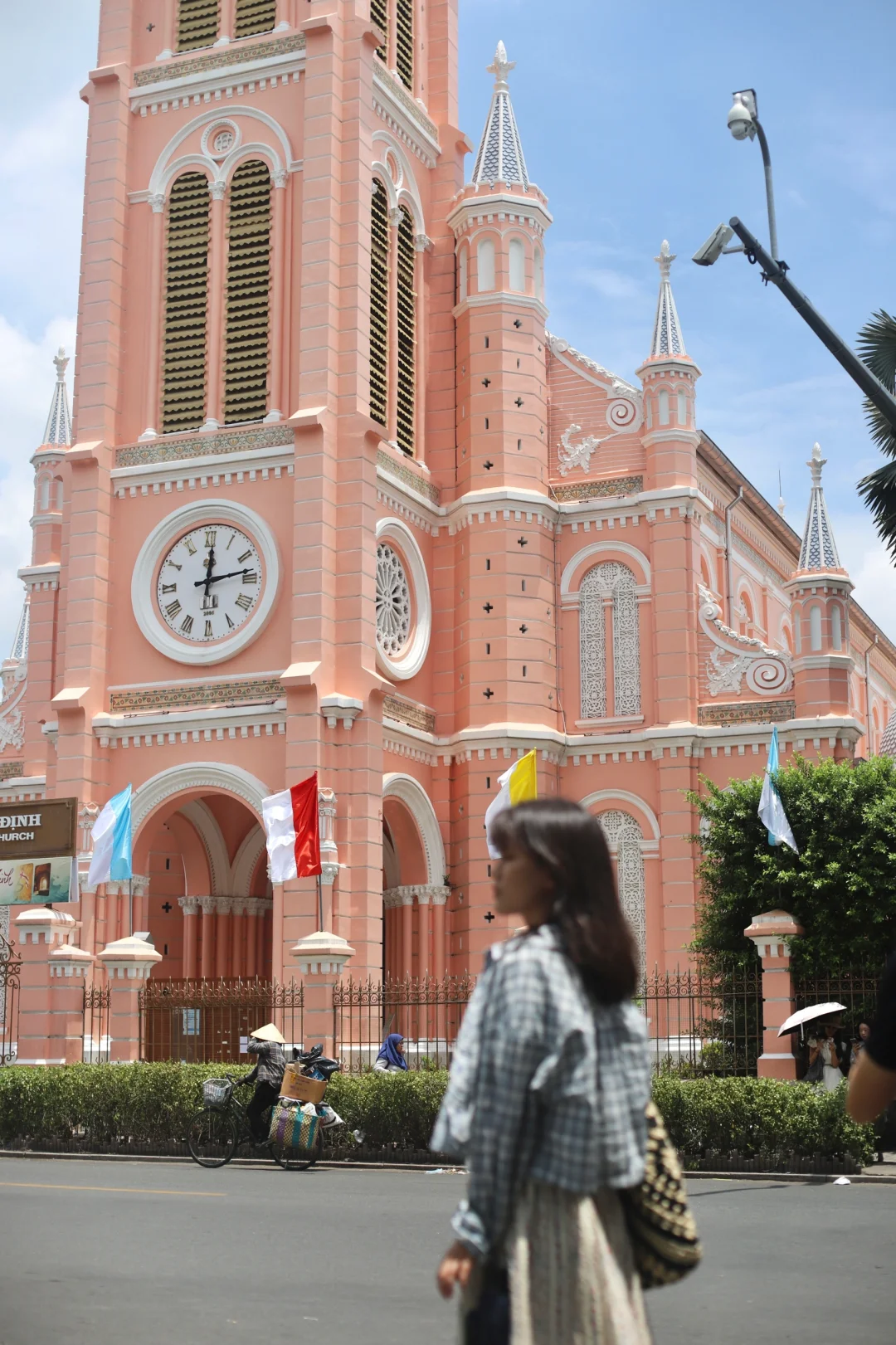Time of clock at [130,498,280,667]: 12:13
